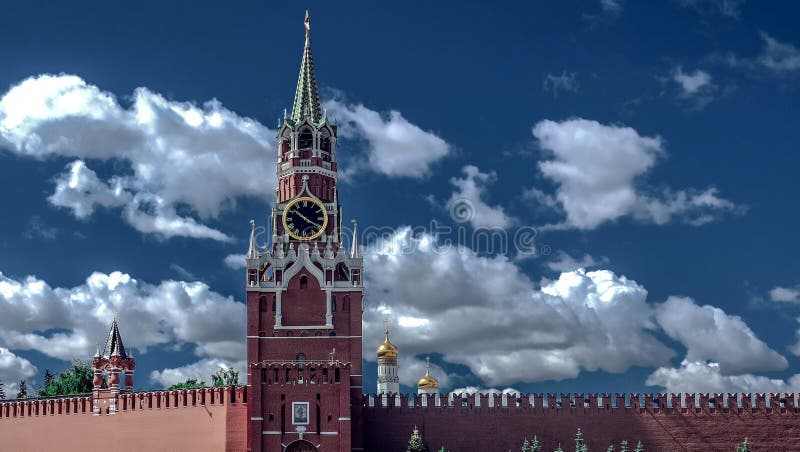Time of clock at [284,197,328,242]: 10:20
